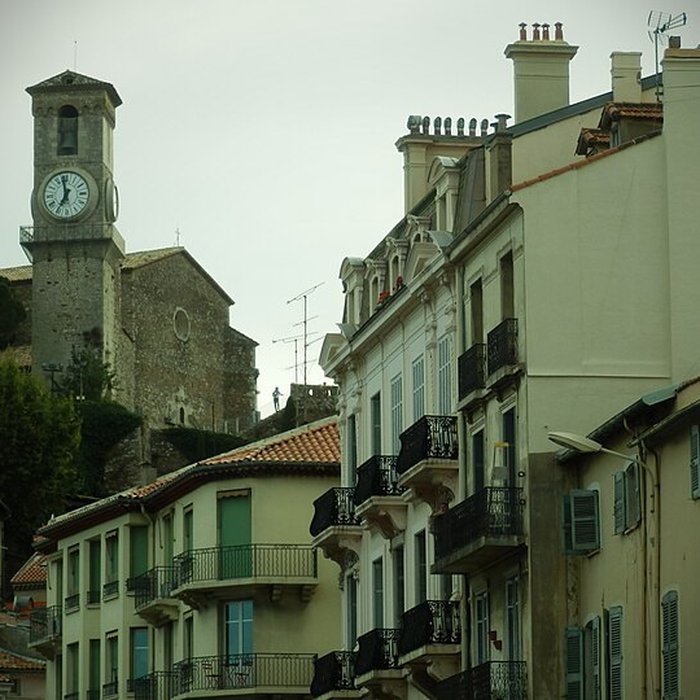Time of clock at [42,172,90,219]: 6:58
